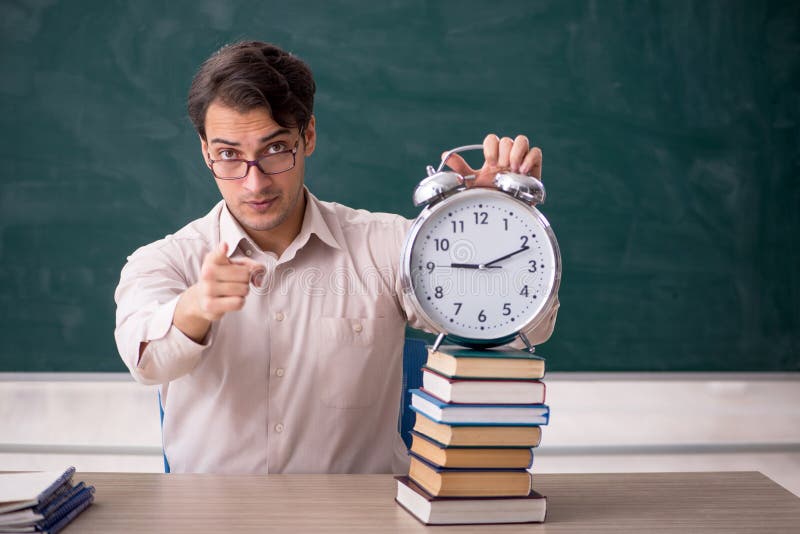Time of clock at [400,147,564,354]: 9:11
